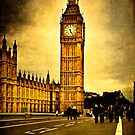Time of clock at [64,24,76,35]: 6:25
